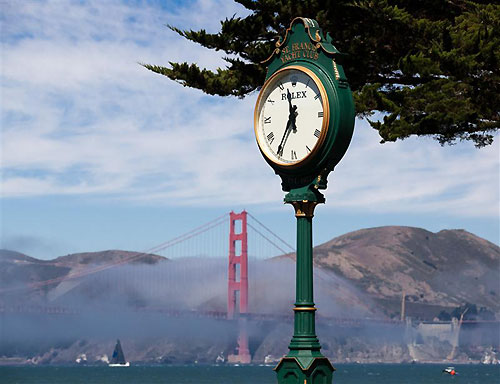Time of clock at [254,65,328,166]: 11:35
